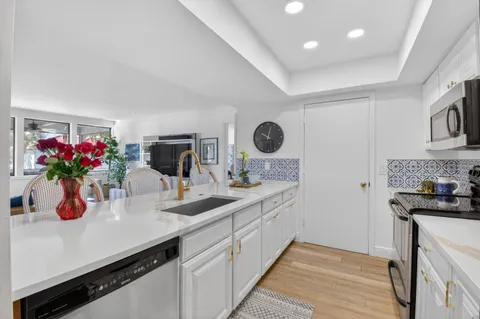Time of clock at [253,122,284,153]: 10:02
